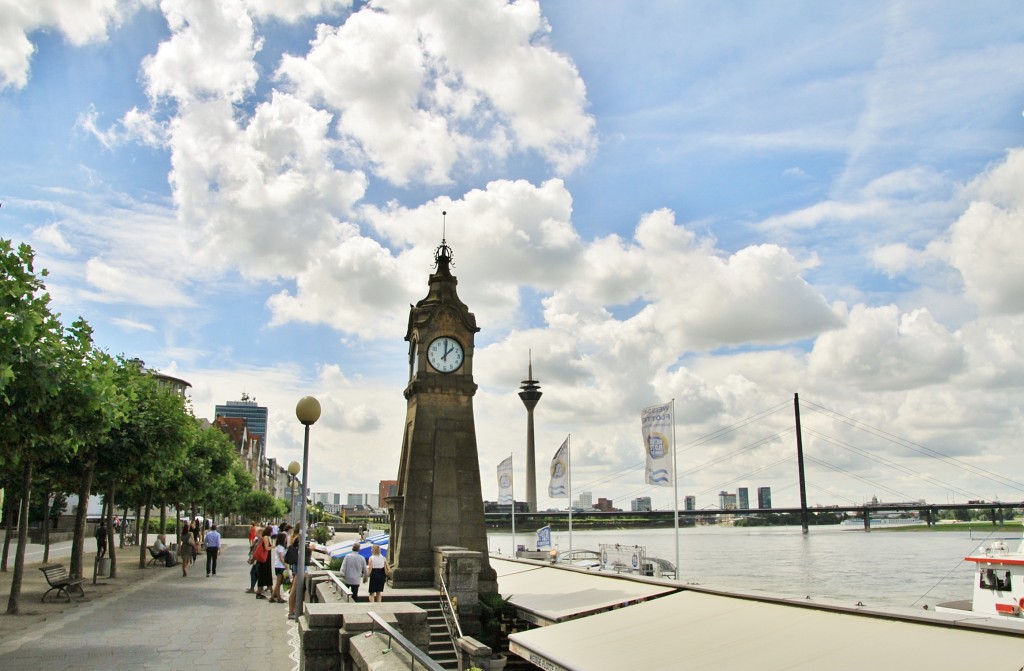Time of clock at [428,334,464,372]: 12:07
